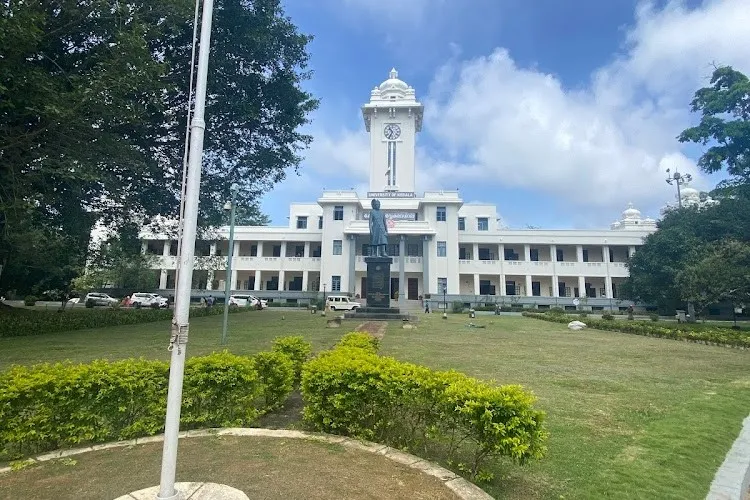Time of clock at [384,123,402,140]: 10:34
